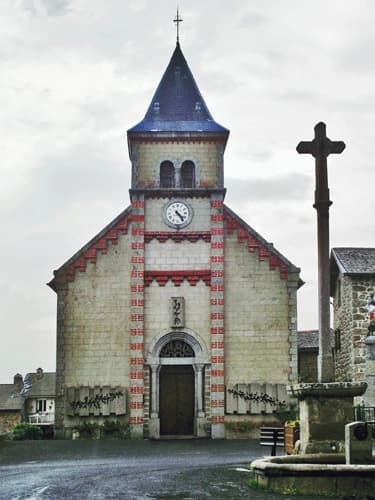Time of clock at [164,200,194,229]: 4:23
